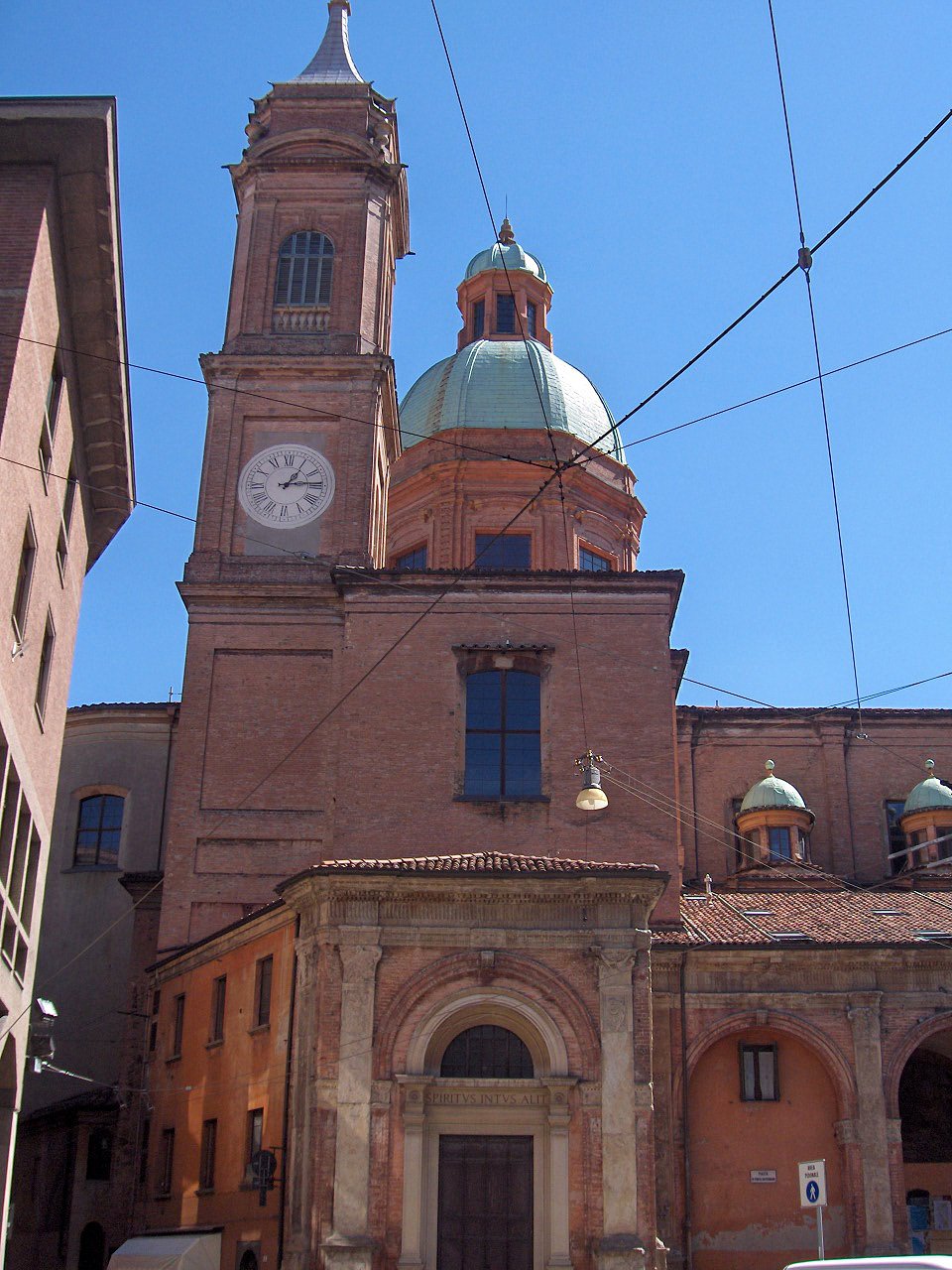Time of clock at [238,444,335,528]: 1:13
